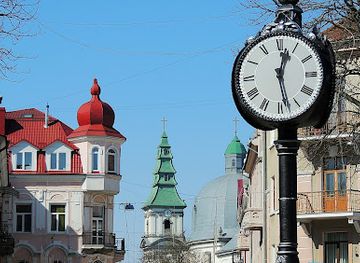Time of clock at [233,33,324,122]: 12:28
